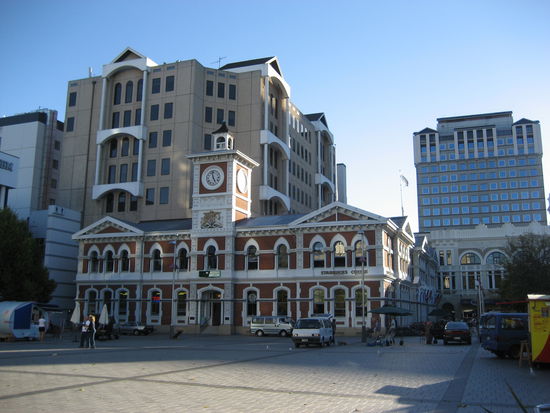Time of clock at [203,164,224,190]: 4:57
